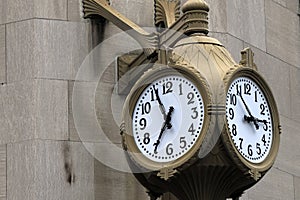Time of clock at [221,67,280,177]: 2:53
